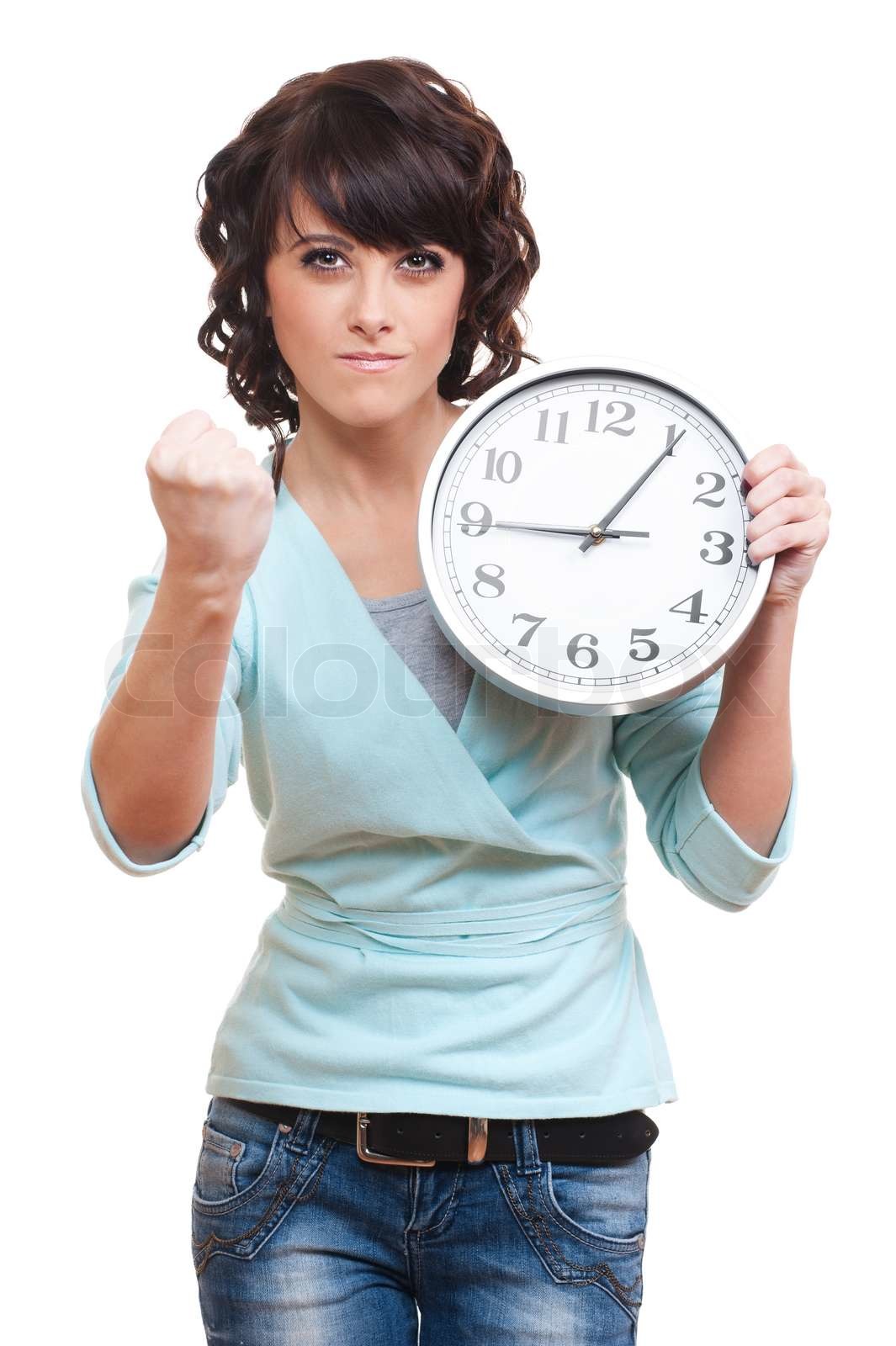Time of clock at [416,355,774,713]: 9:05
